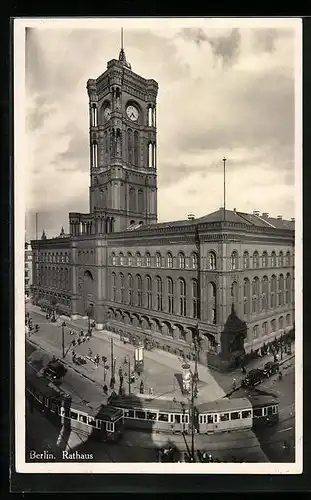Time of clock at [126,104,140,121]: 4:35
